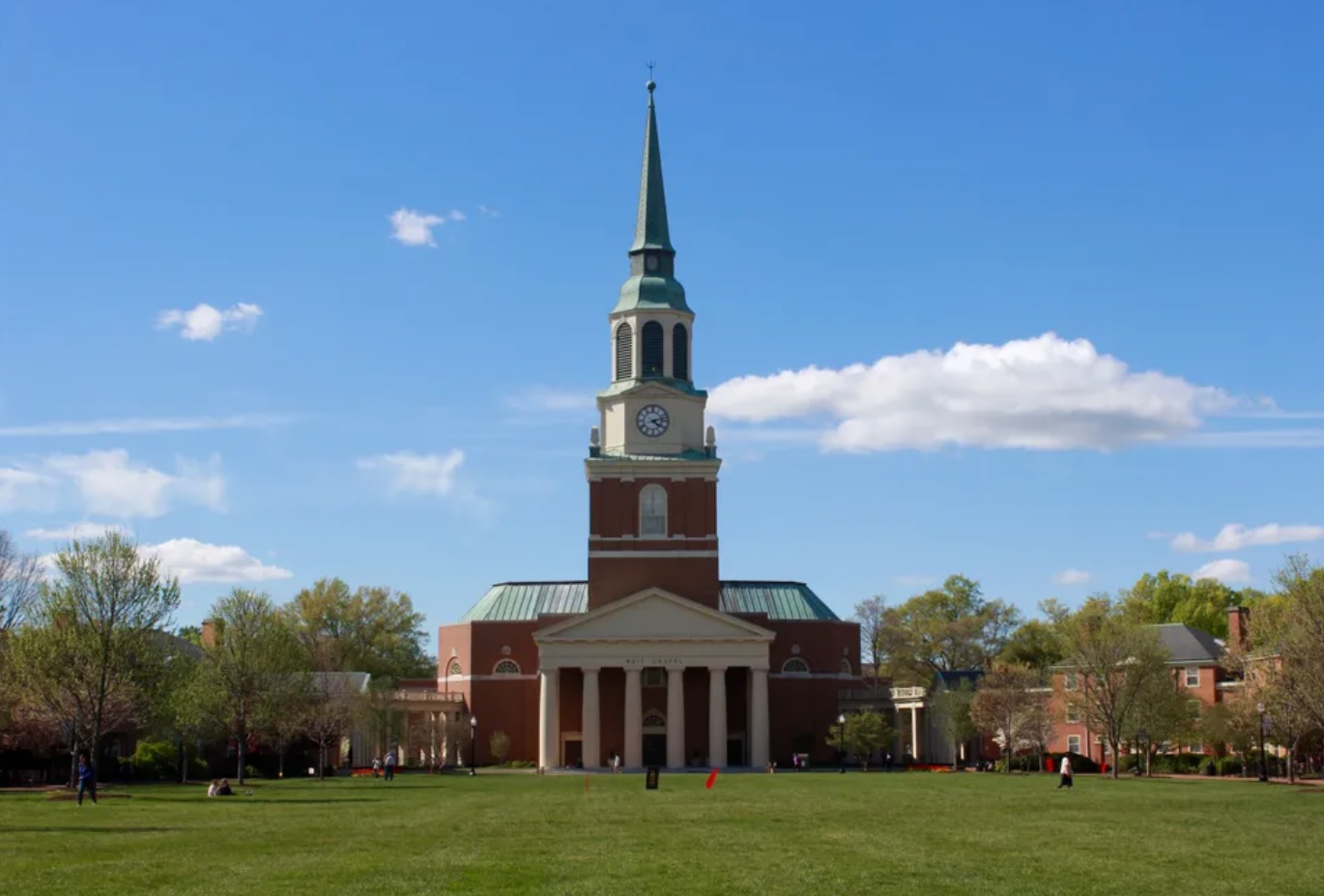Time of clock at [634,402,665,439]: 4:12
